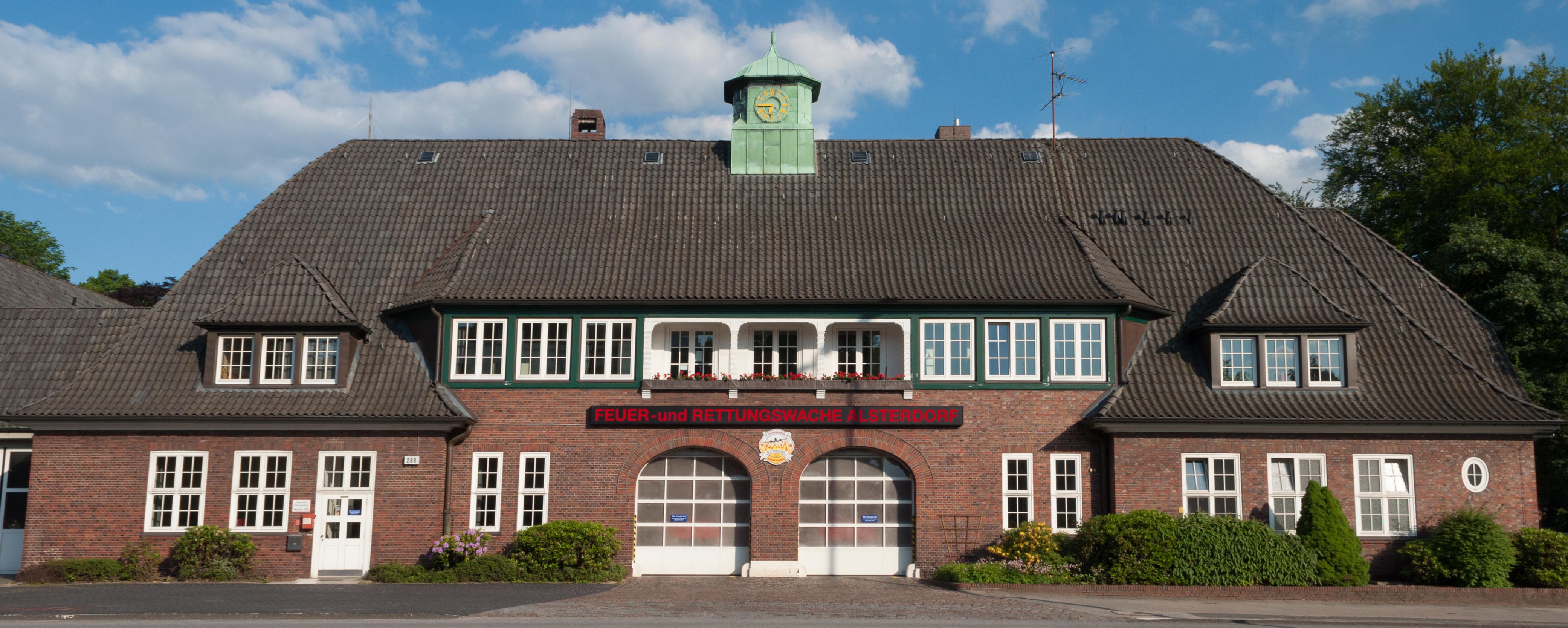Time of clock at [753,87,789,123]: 6:44
